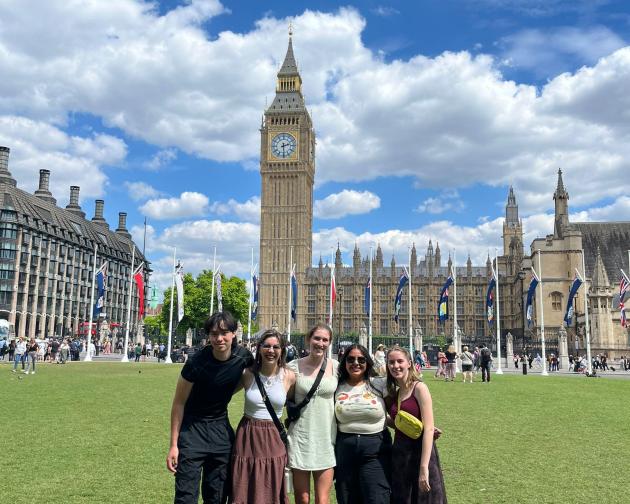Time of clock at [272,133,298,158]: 2:29
